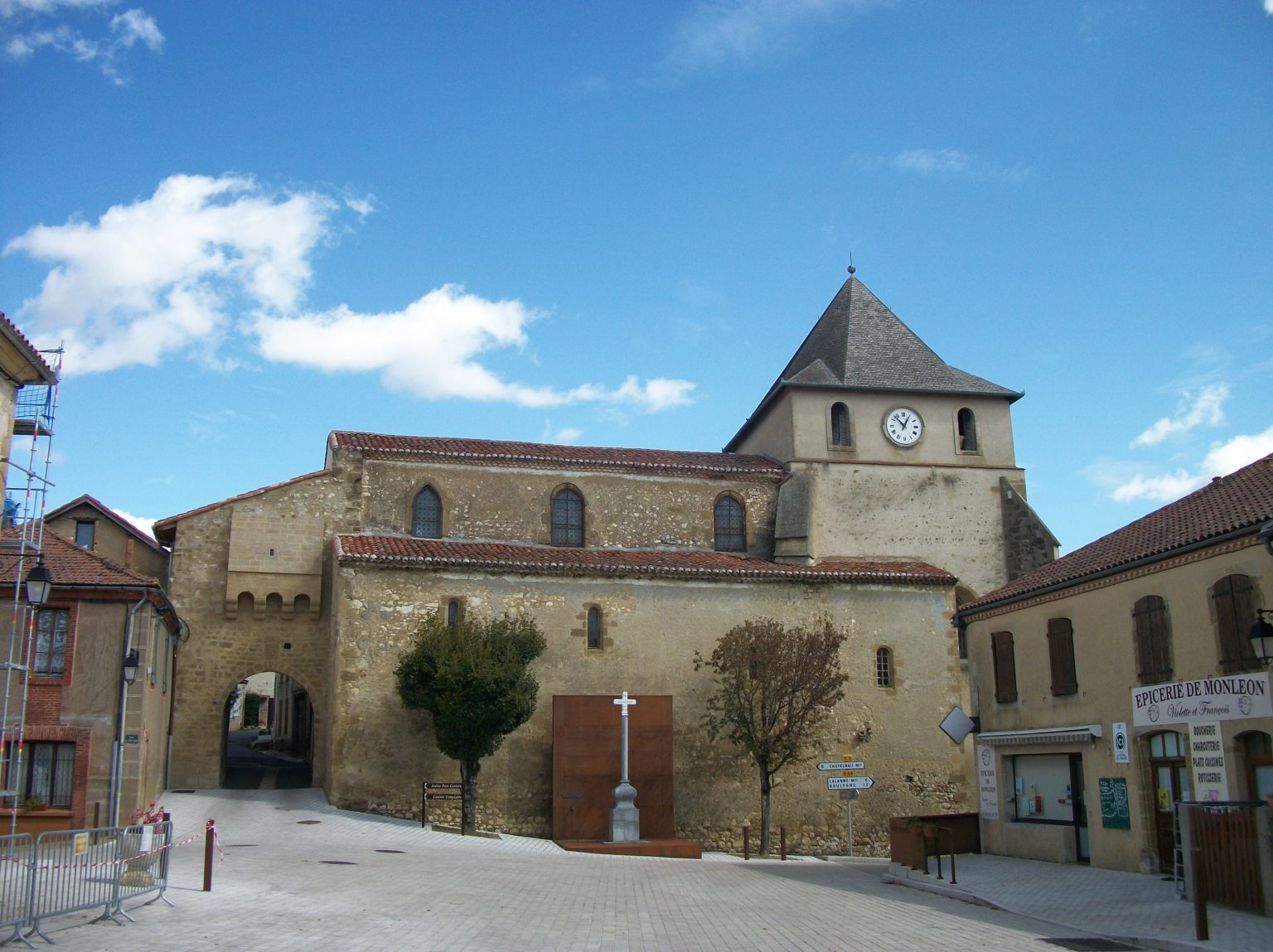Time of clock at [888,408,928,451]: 12:52
